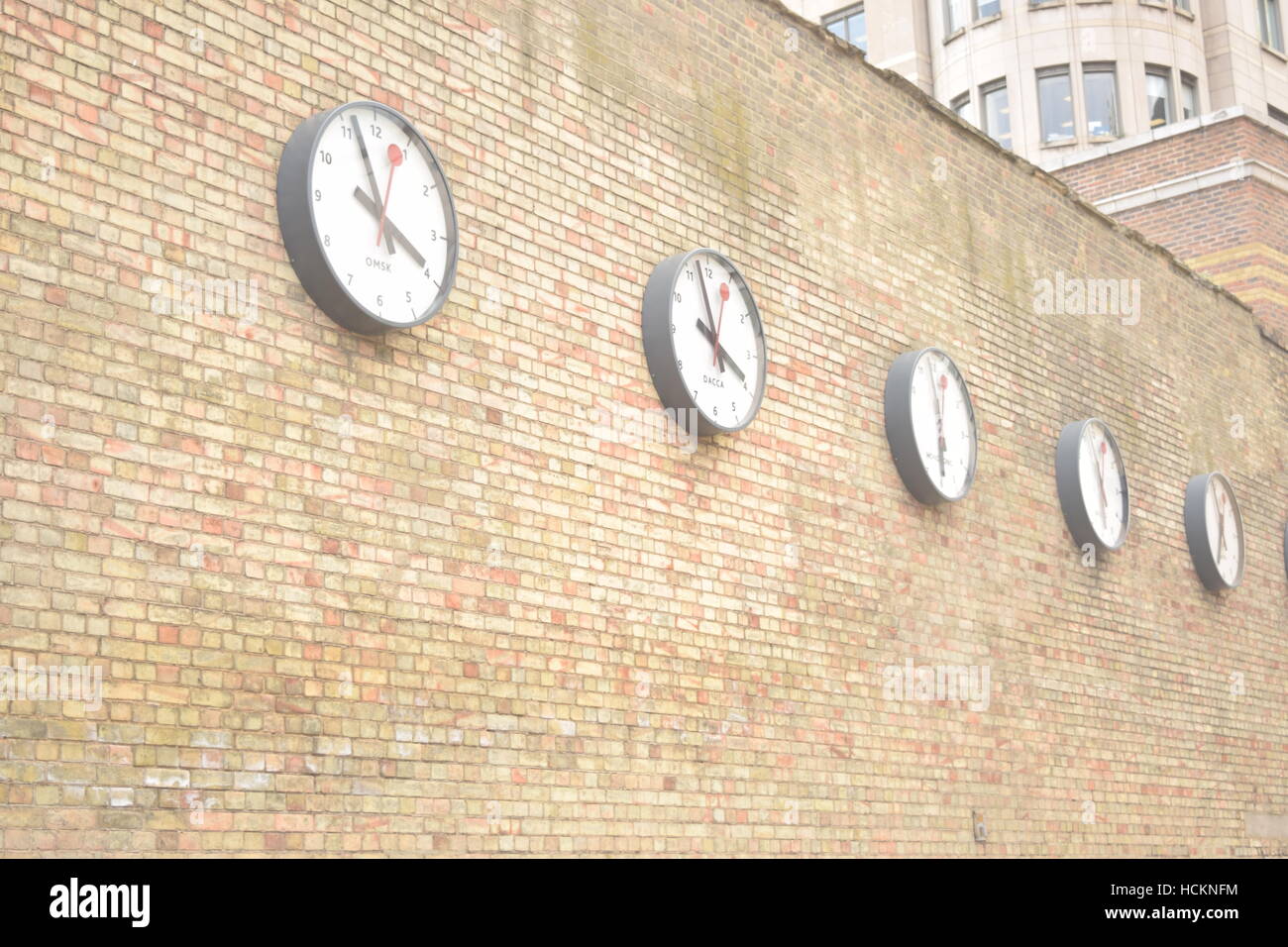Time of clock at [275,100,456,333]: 3:57
